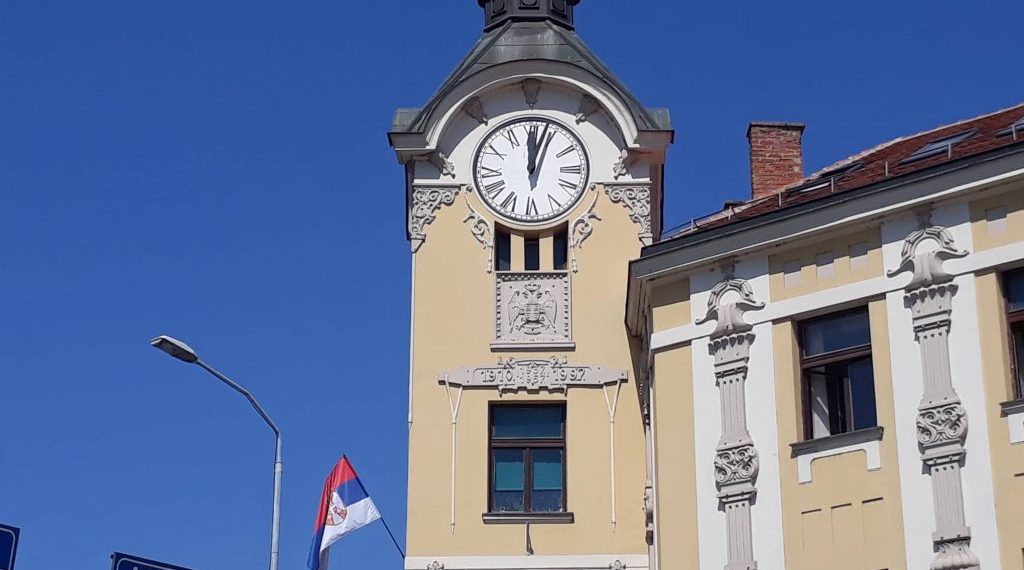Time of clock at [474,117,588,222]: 12:03
